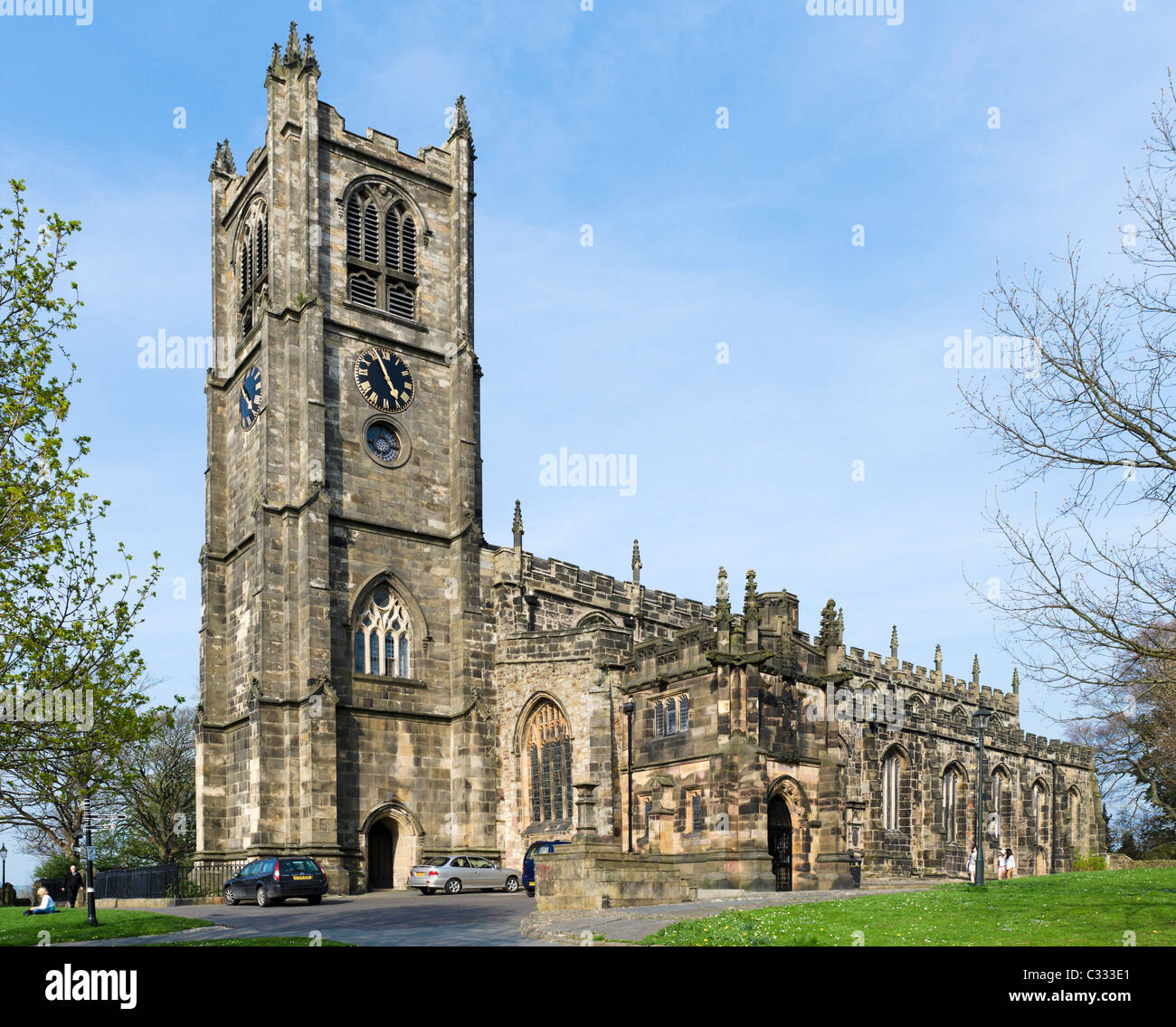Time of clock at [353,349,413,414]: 4:56
